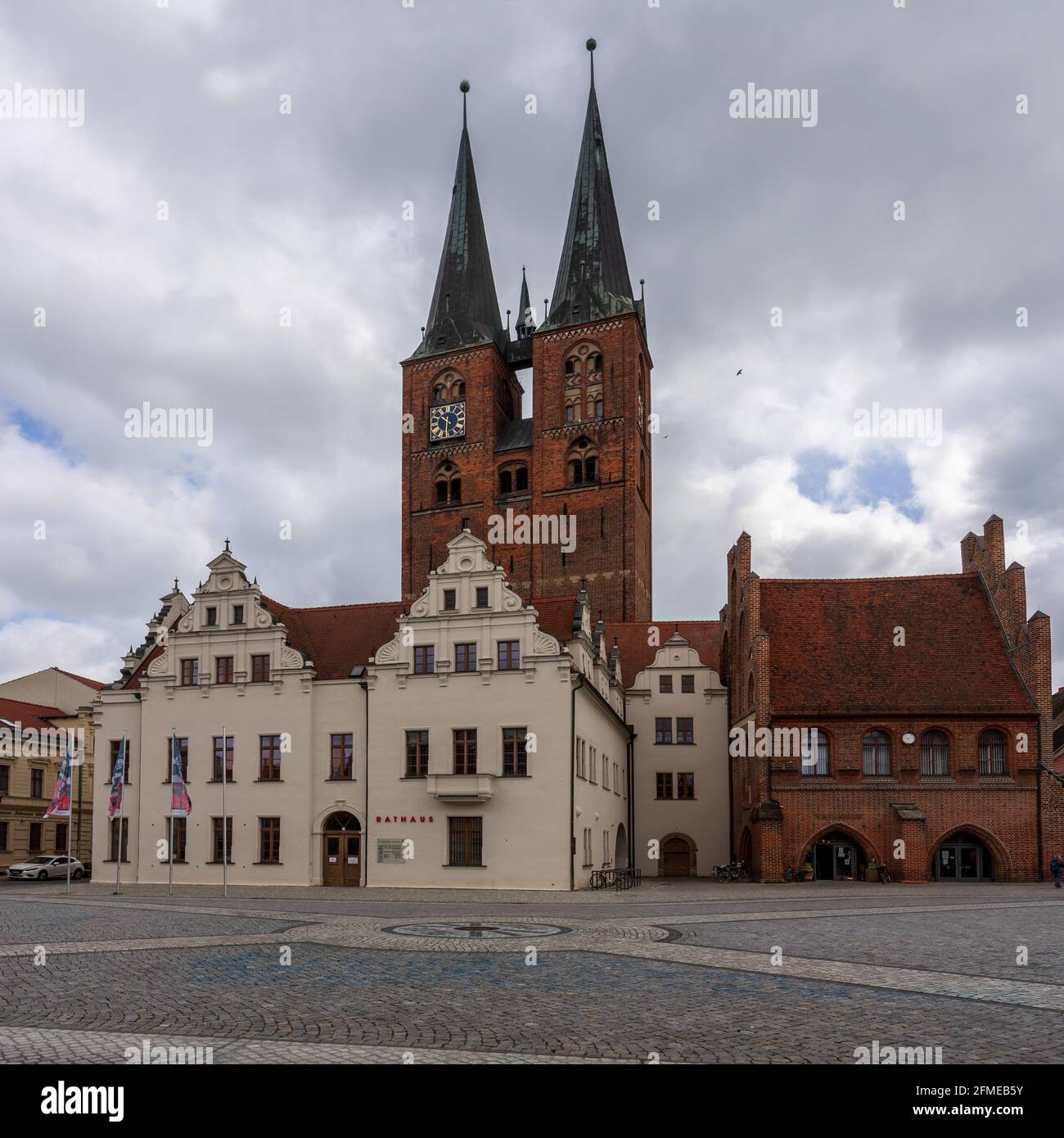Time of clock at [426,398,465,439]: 10:31
